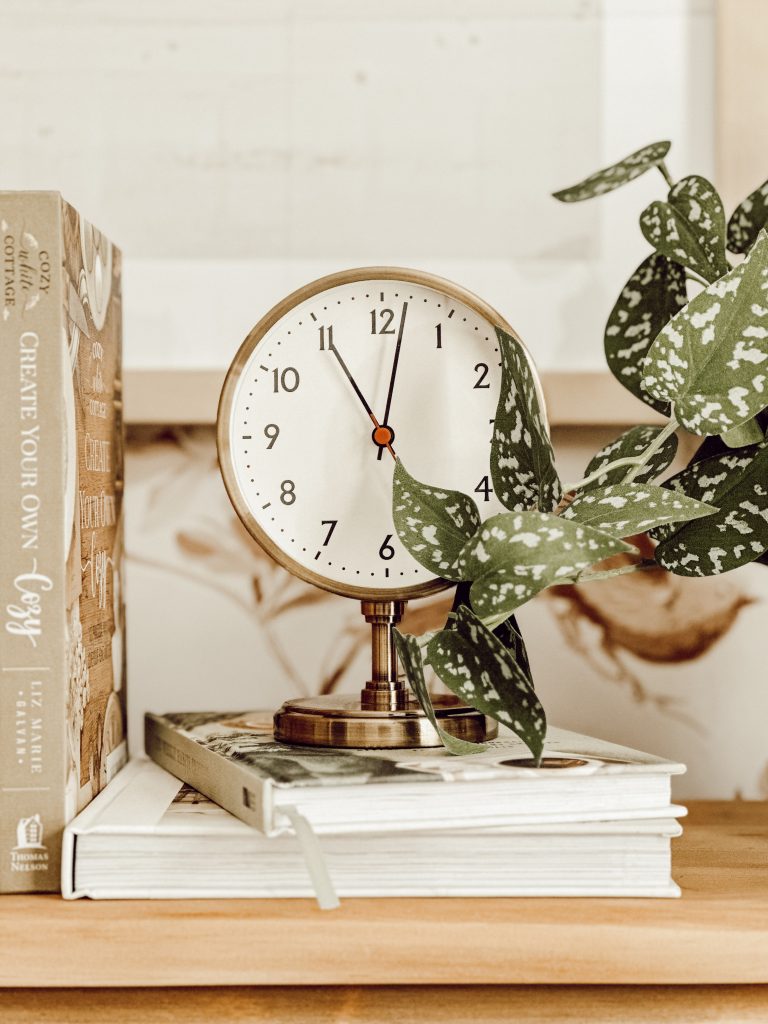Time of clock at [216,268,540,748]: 11:02
